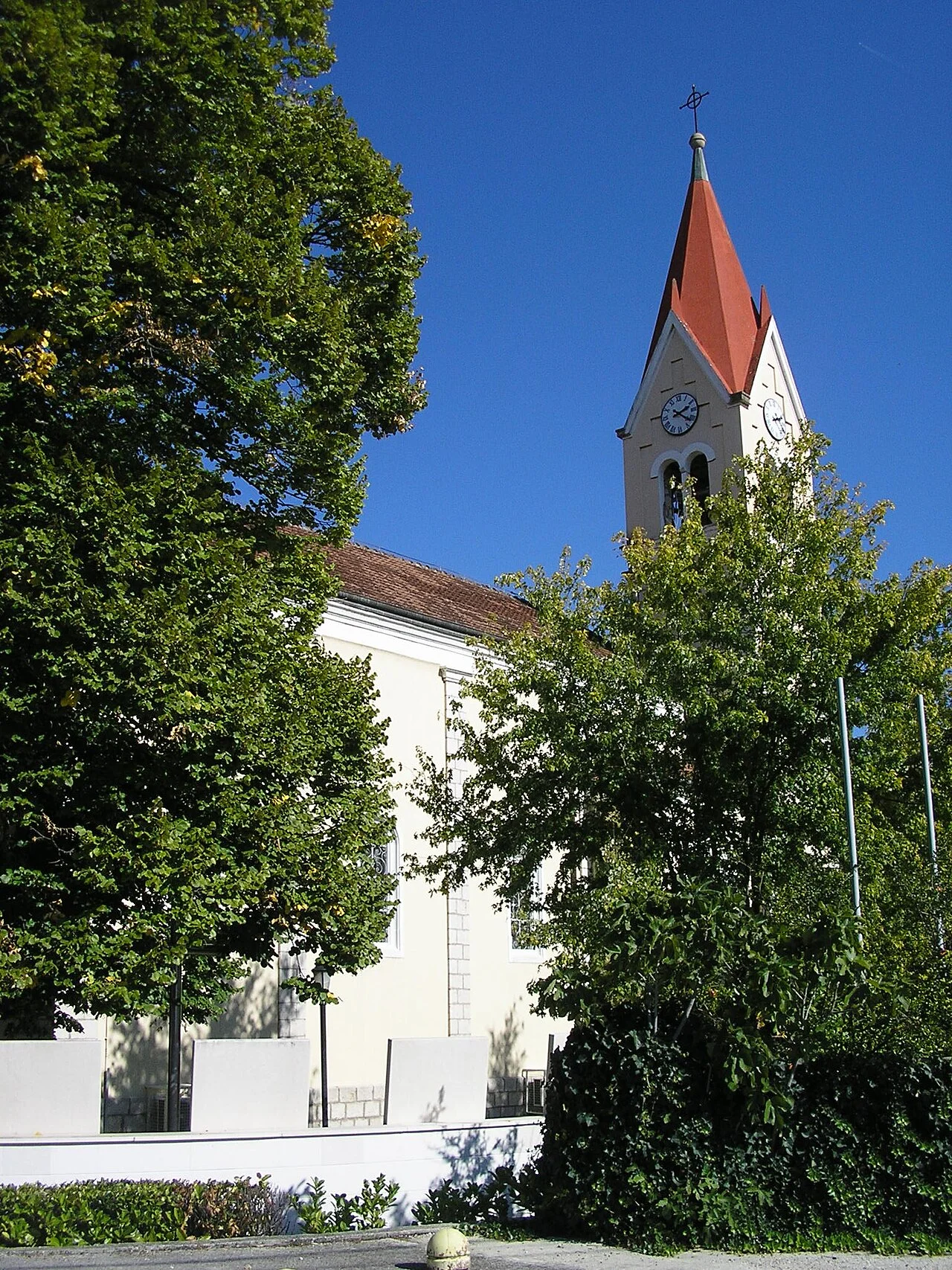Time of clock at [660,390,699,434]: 2:21
